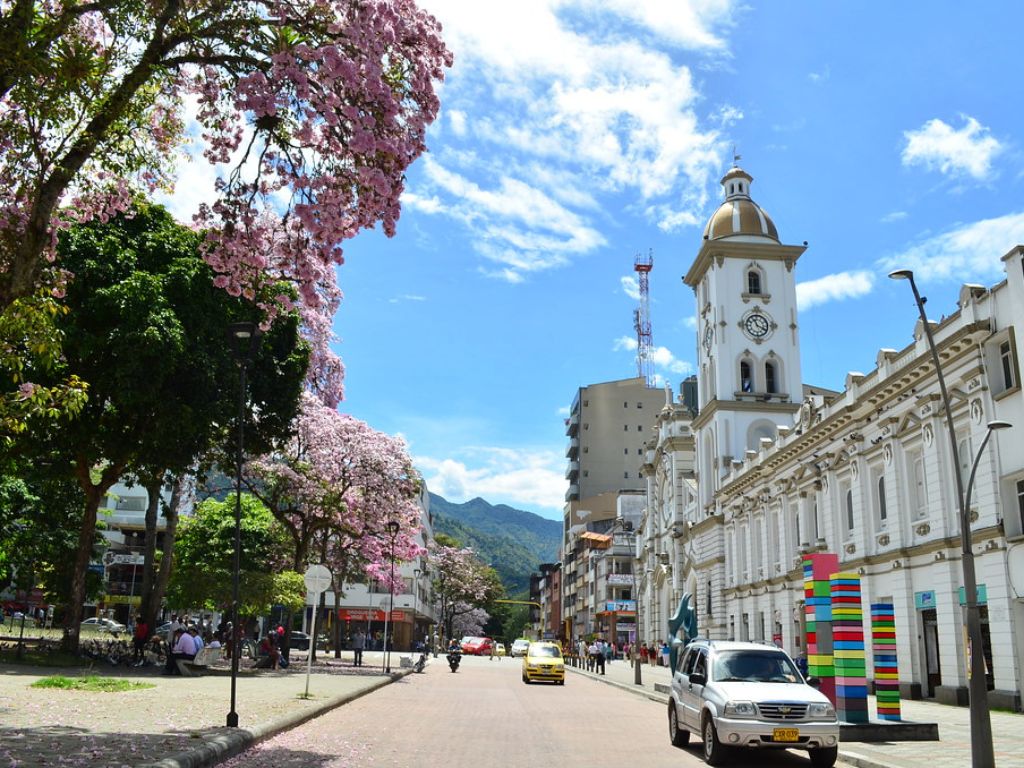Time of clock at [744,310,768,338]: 11:19
